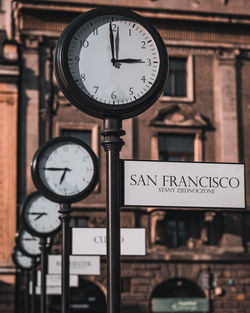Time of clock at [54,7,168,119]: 2:59
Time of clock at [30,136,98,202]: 6:45
